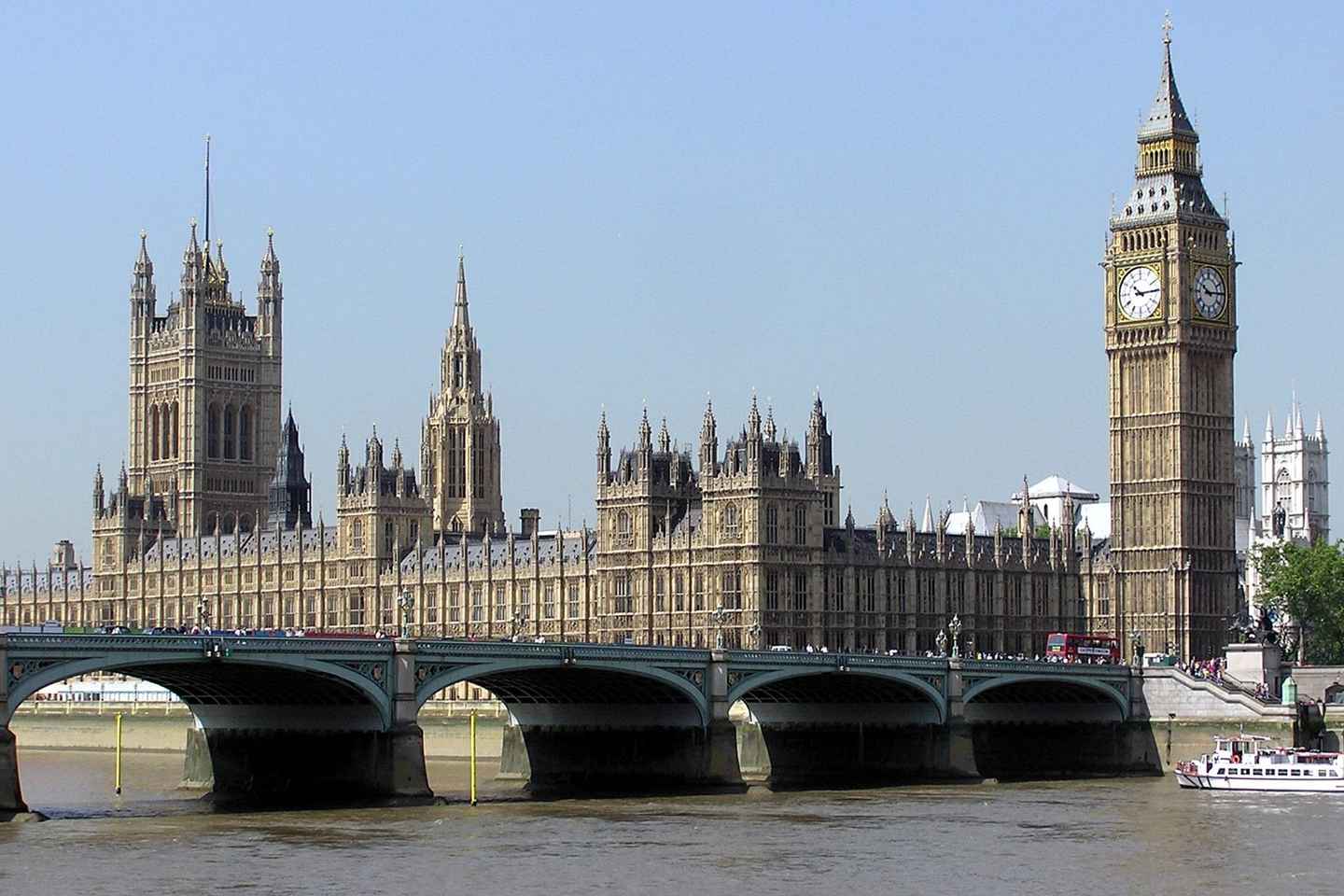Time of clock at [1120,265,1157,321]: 10:14
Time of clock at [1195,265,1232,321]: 10:14
